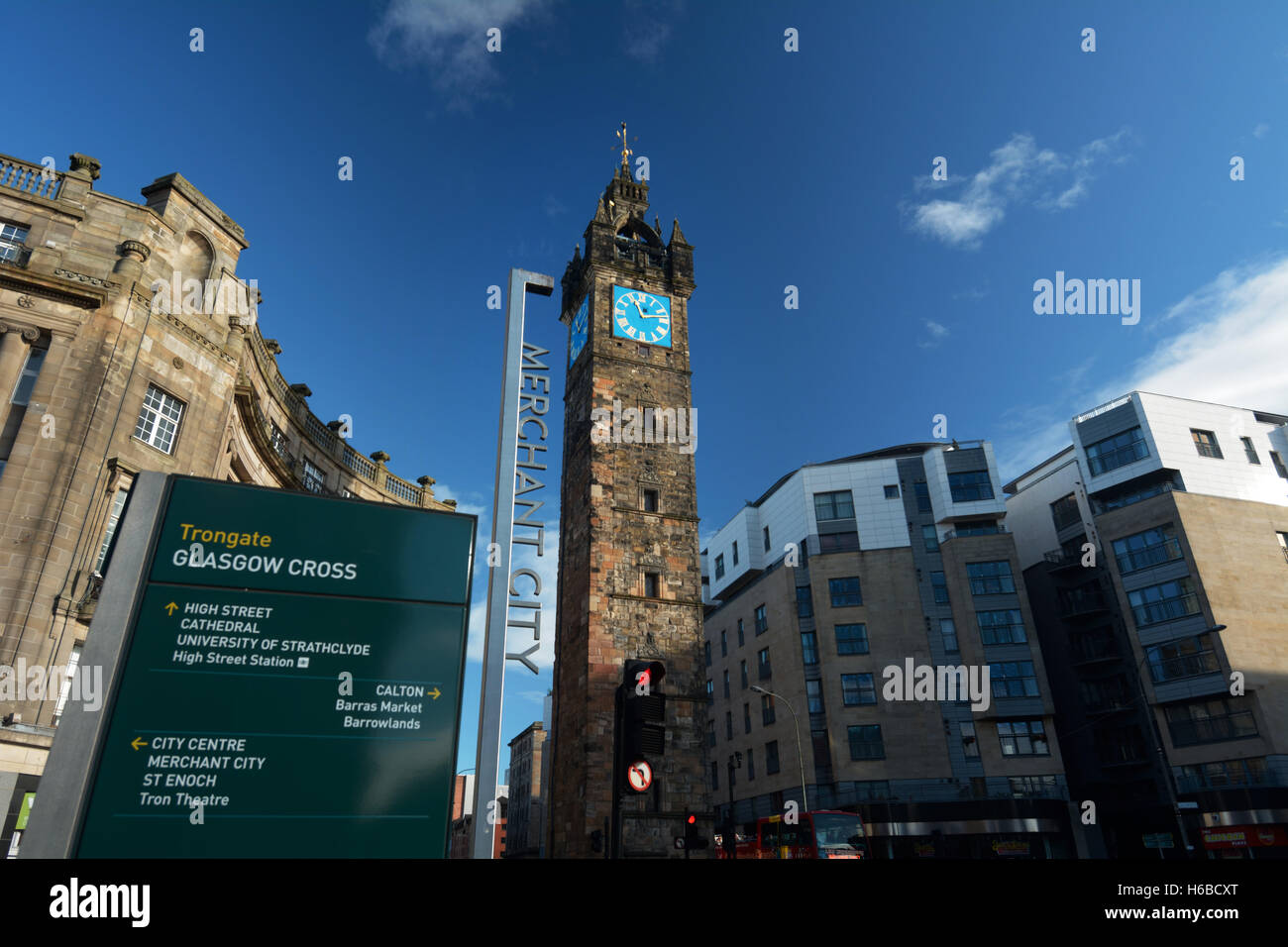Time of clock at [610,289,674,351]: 11:12
